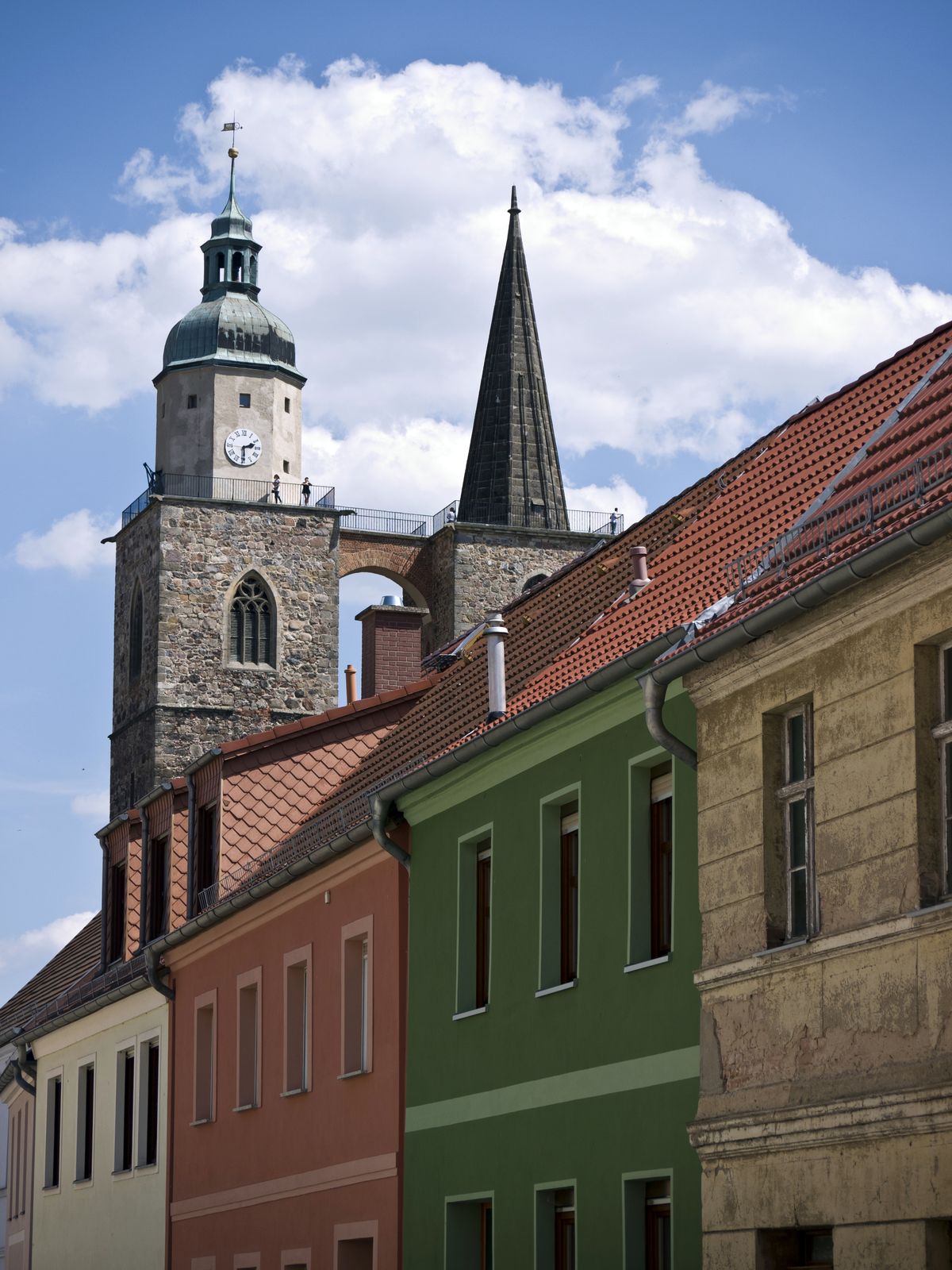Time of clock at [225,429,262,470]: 2:29
